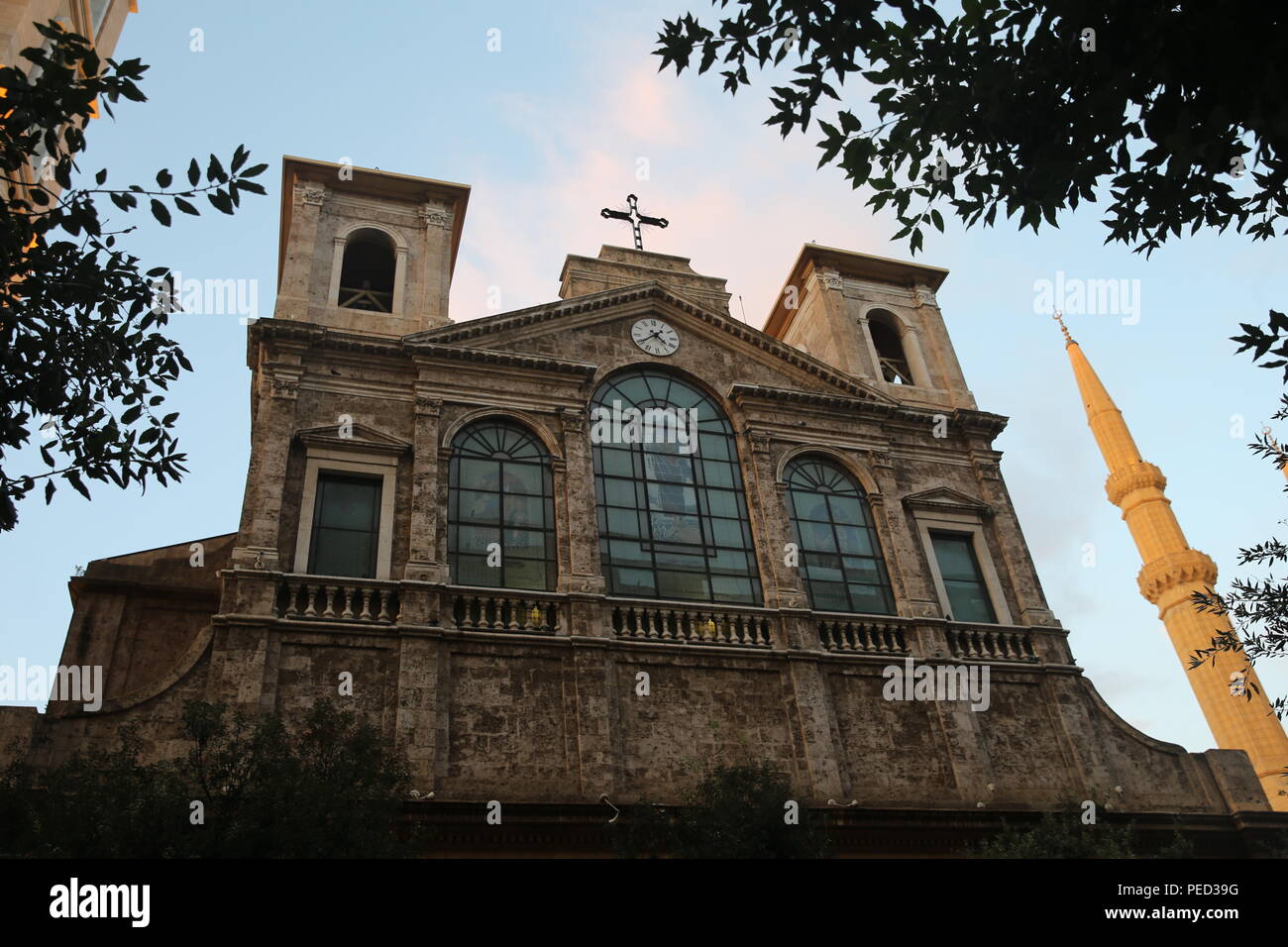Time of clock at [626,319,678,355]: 4:39
